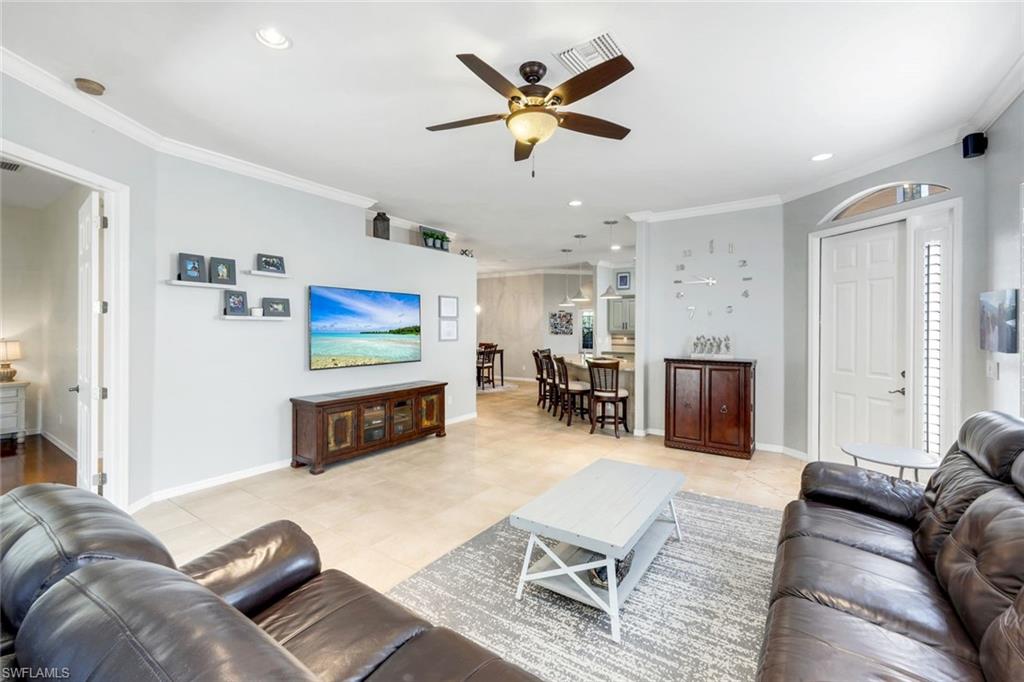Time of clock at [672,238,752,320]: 9:44
